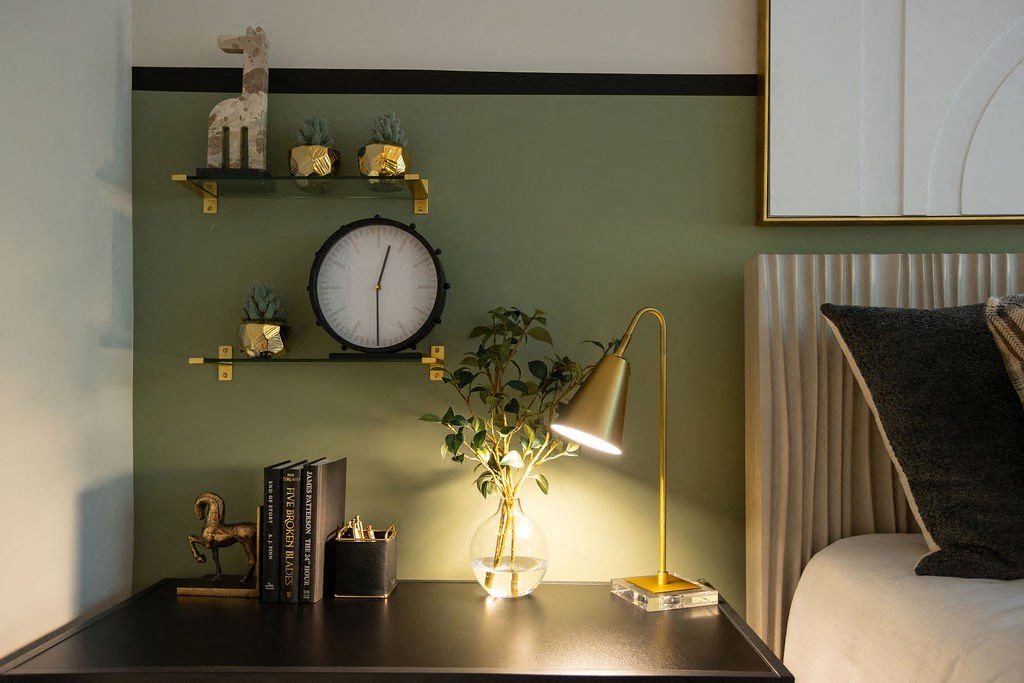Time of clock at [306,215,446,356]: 12:29
